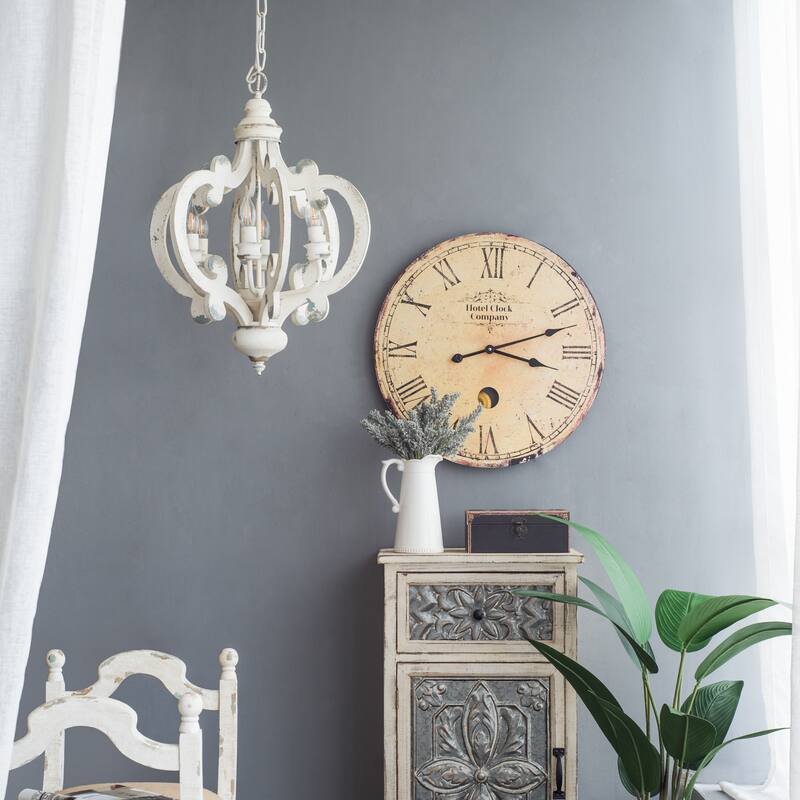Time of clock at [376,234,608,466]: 3:11
